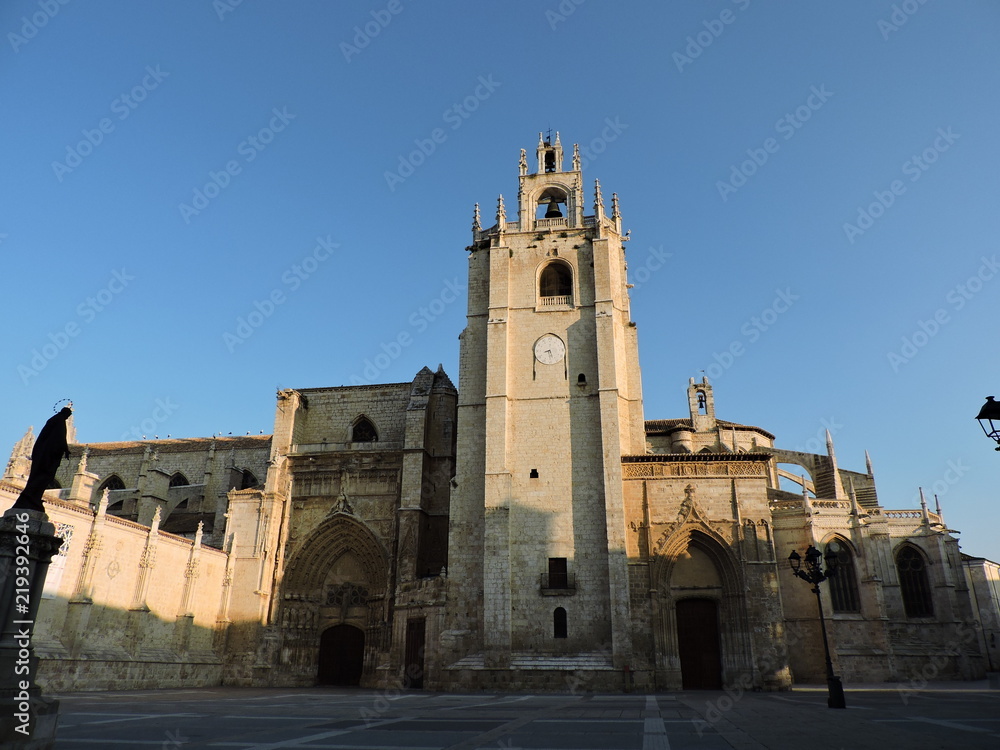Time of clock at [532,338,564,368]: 8:27
